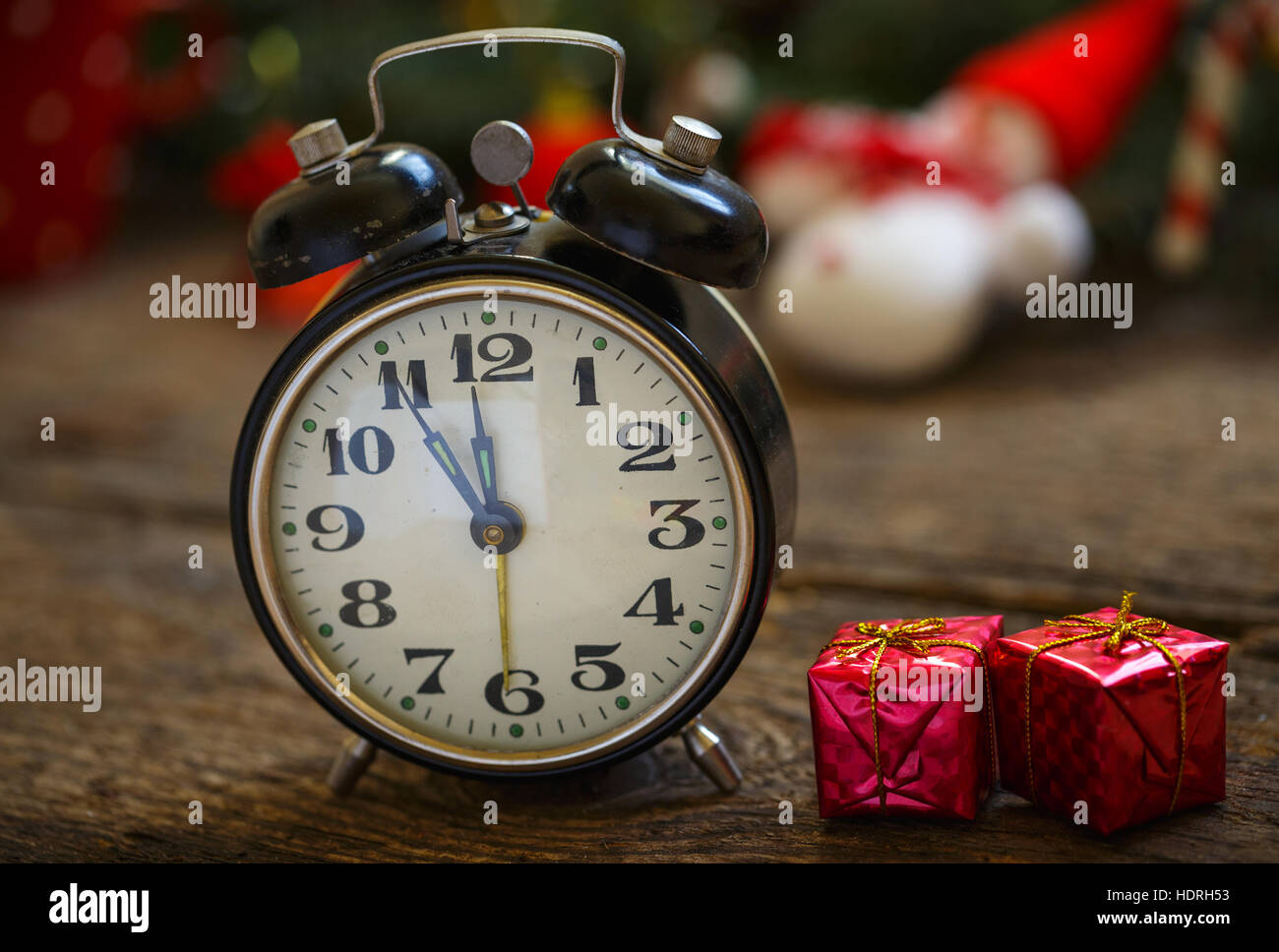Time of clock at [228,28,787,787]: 10:59
